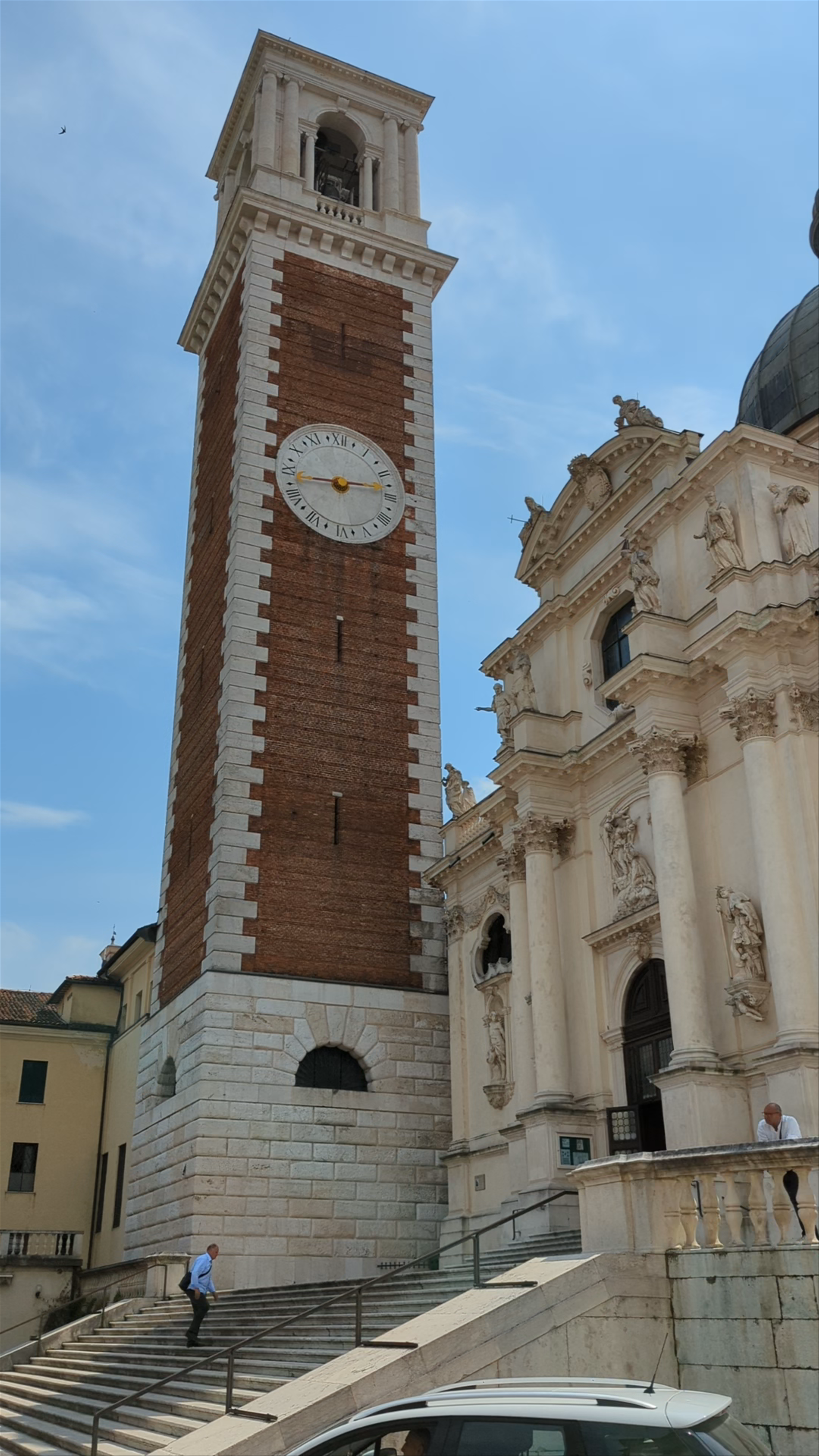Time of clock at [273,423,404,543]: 2:43
